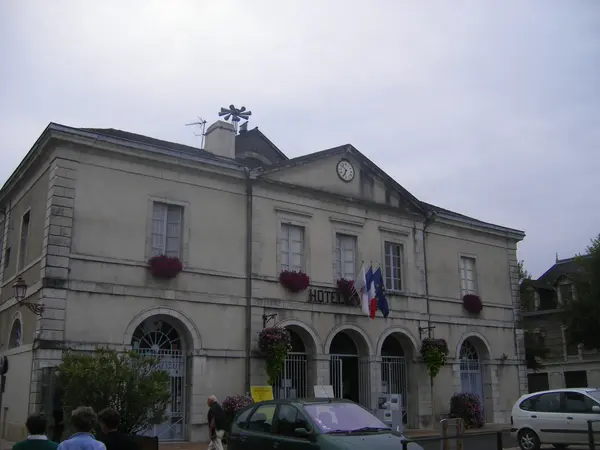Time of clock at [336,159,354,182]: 6:51
